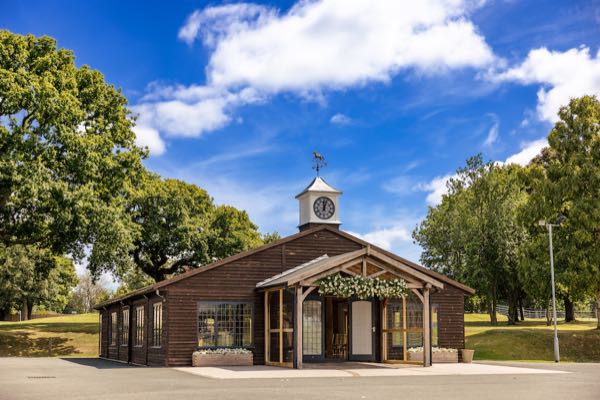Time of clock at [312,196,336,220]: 12:03
